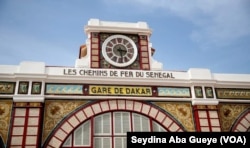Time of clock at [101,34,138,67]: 3:28
